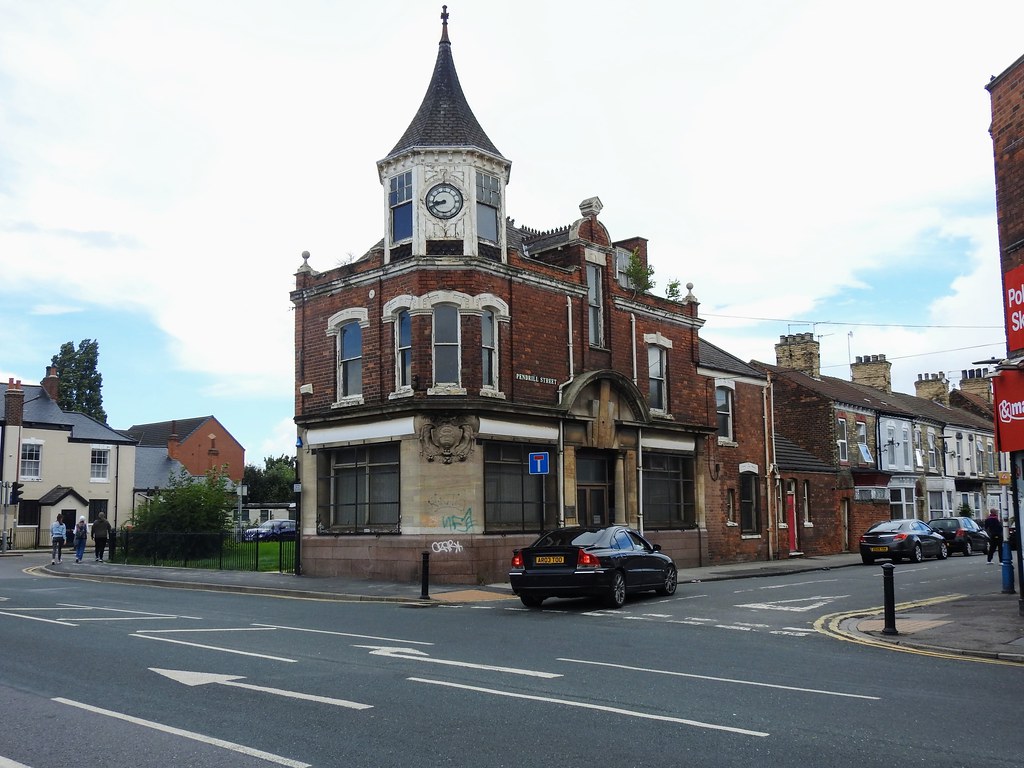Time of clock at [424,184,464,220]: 8:40
